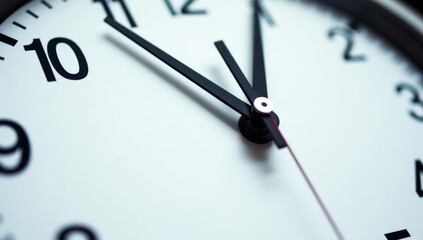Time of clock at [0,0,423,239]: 11:53
